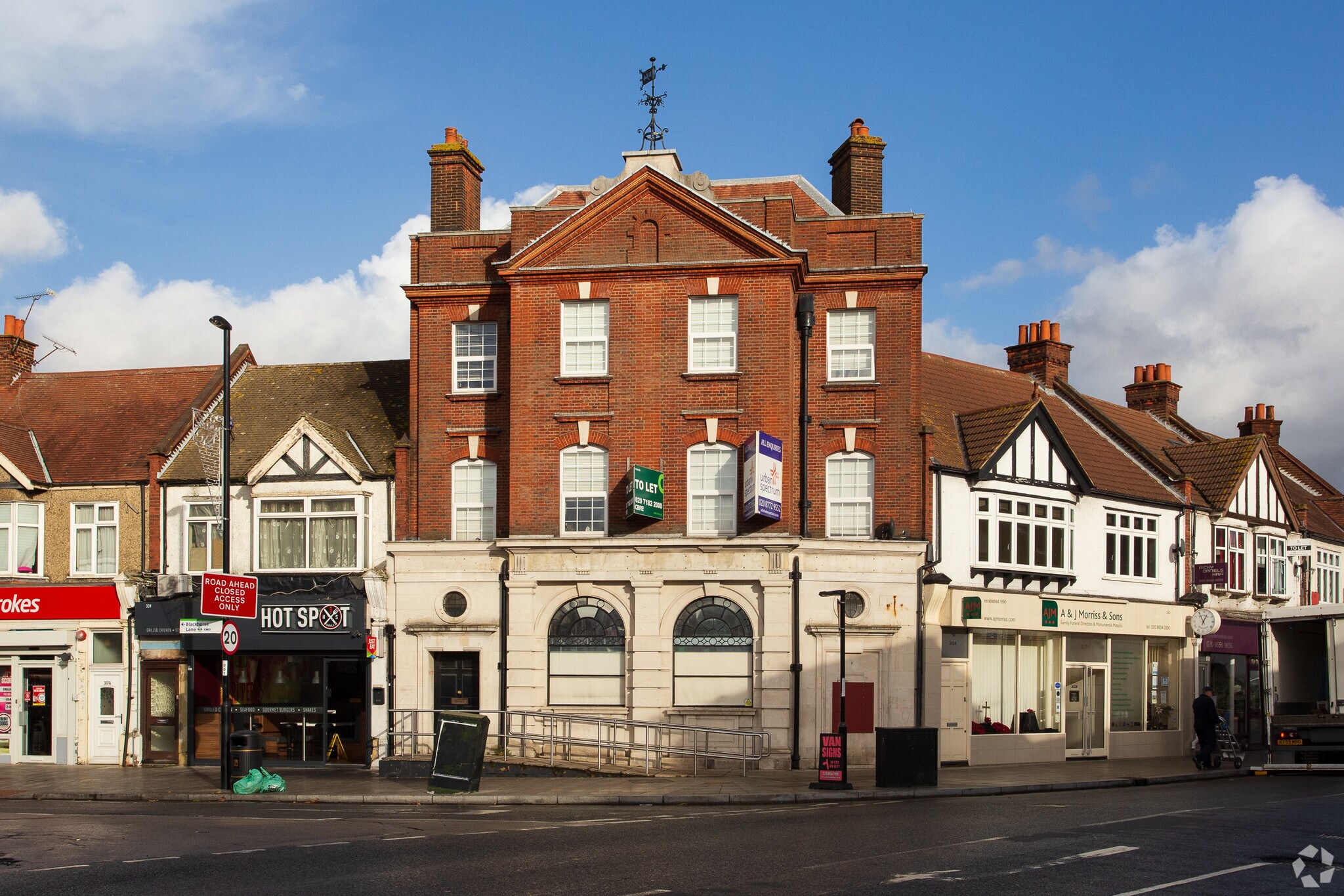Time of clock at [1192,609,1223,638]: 12:55
